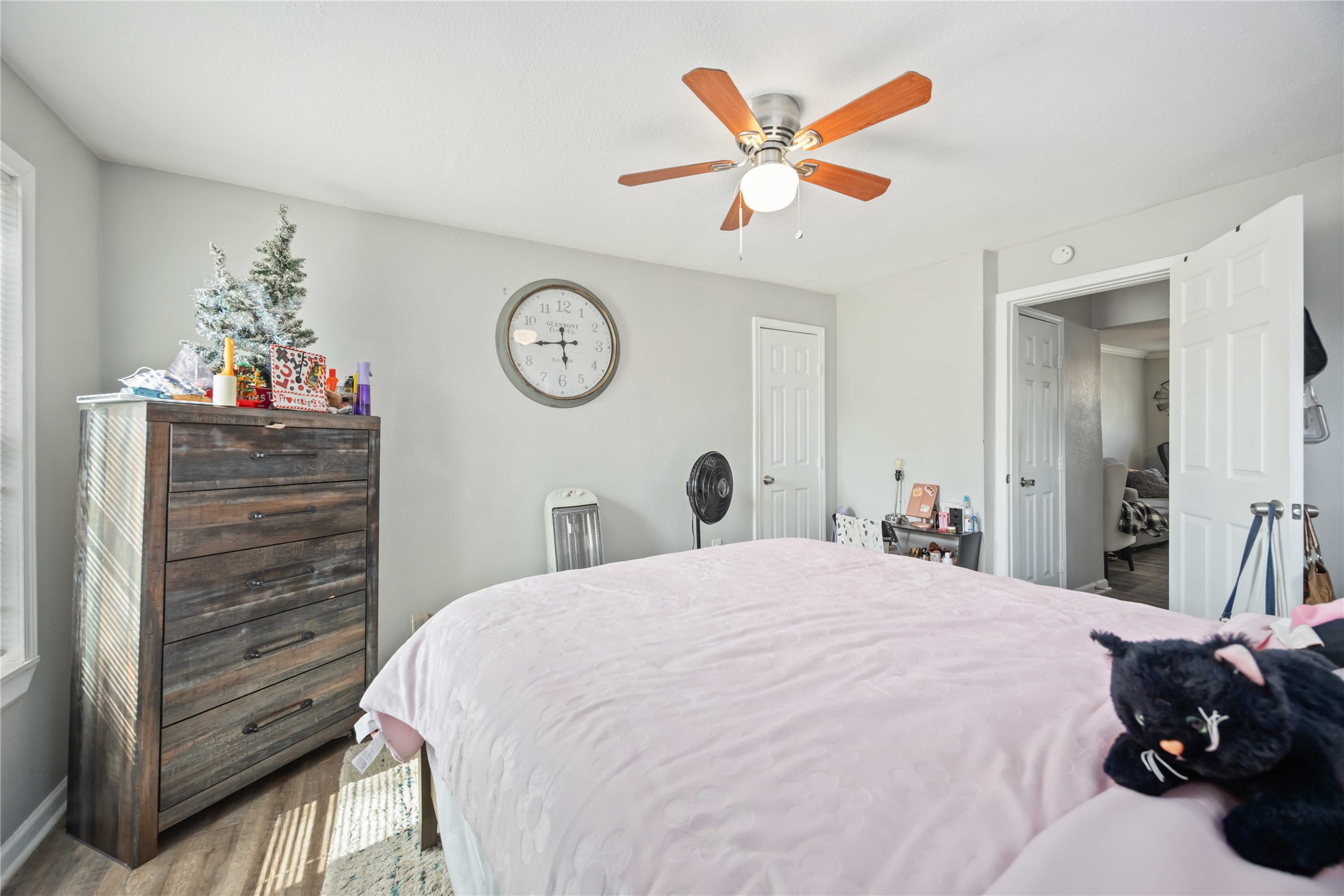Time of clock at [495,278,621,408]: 5:44
